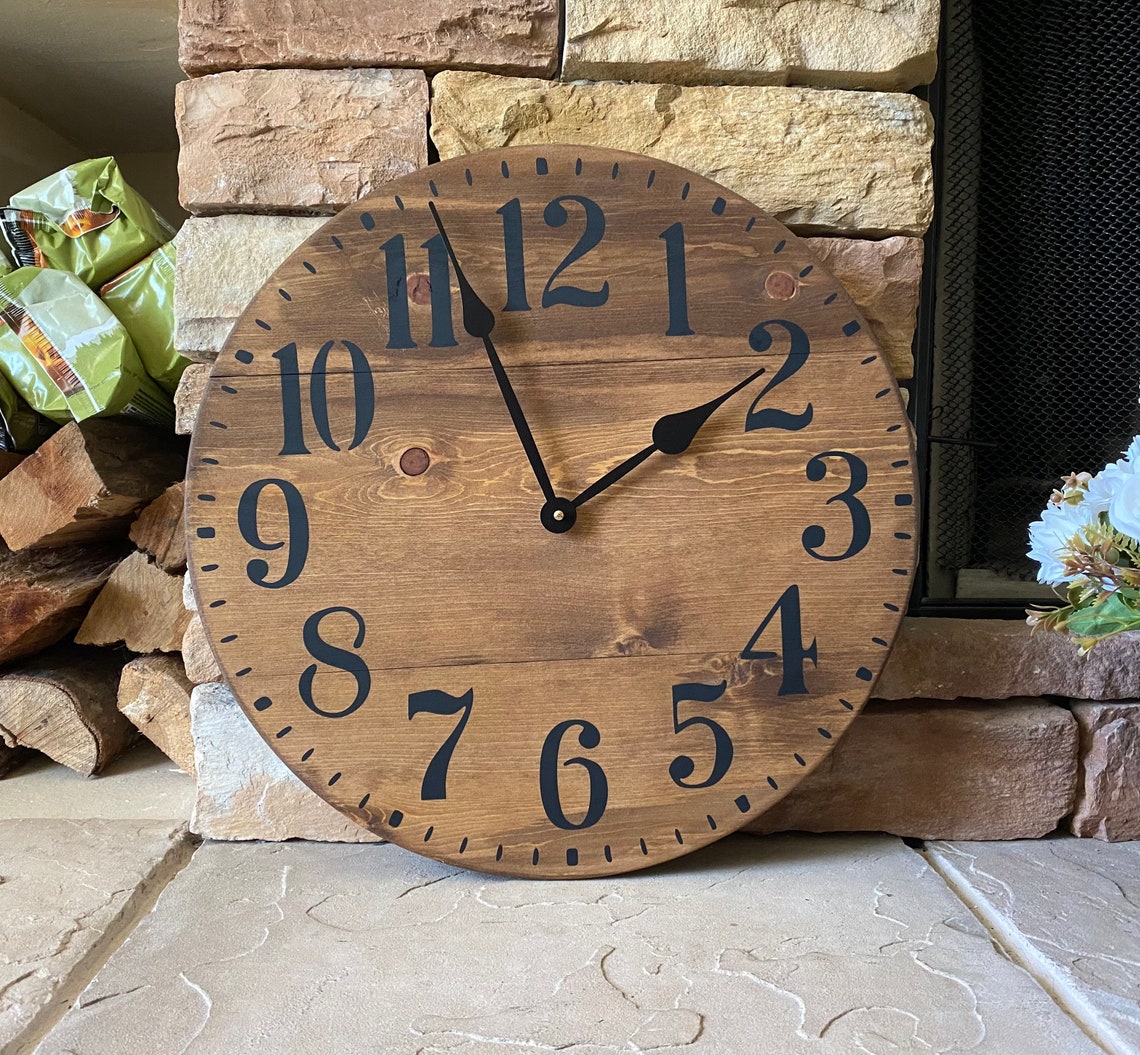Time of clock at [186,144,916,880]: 1:56
